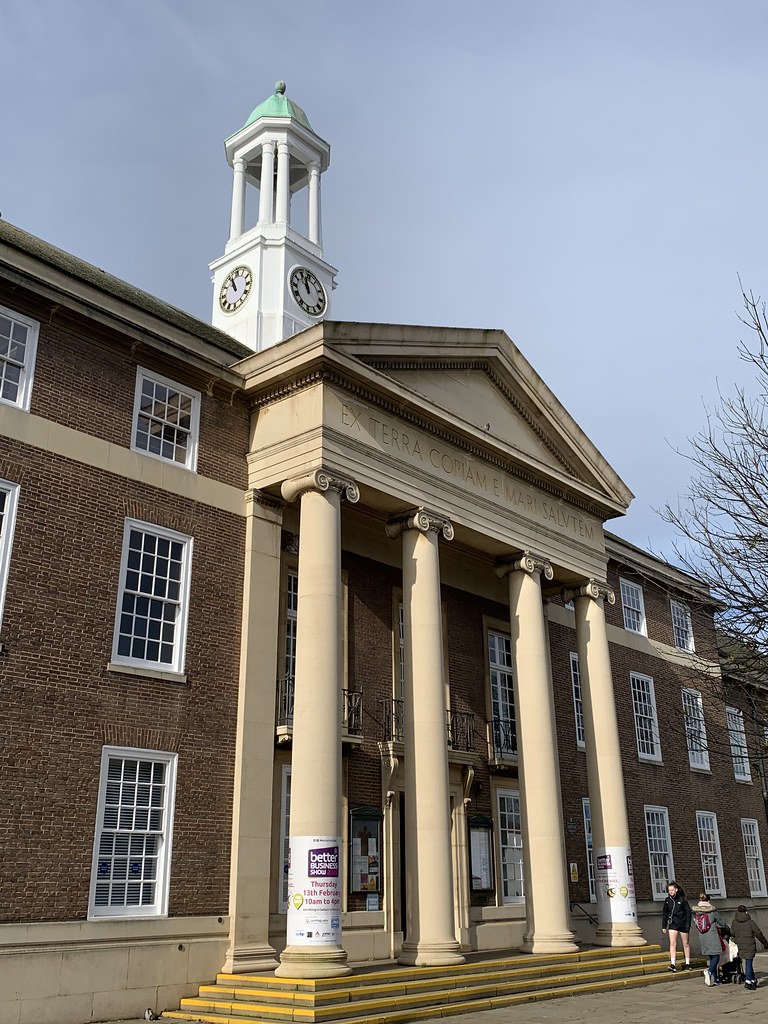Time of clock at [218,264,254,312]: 10:56
